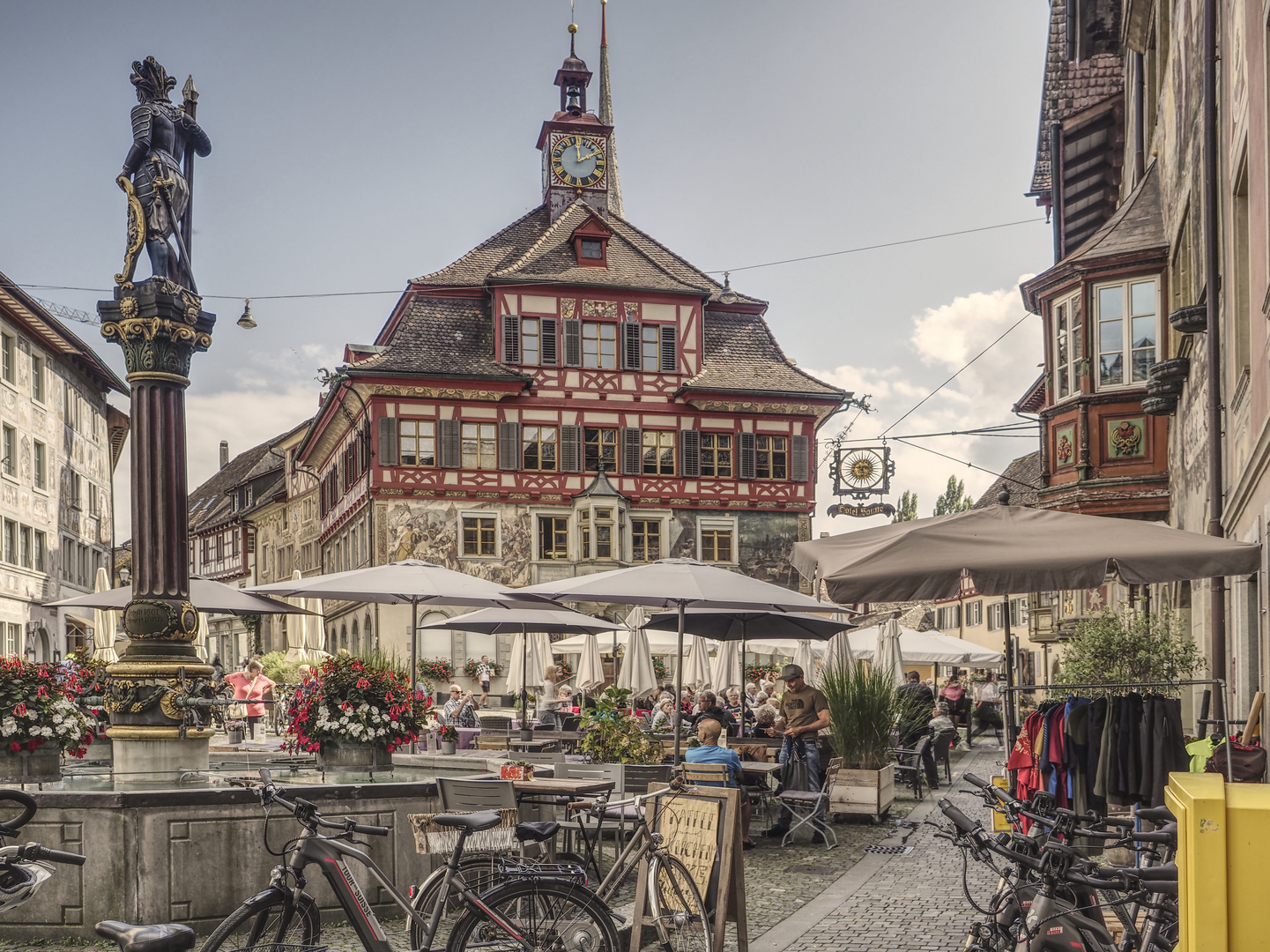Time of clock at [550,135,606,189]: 1:59
